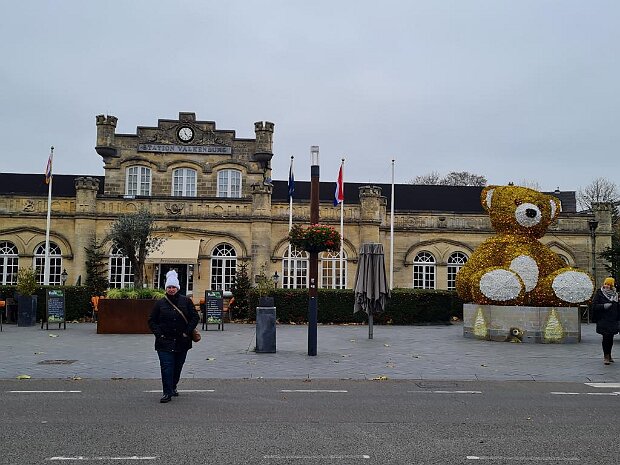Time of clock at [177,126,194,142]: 11:23
